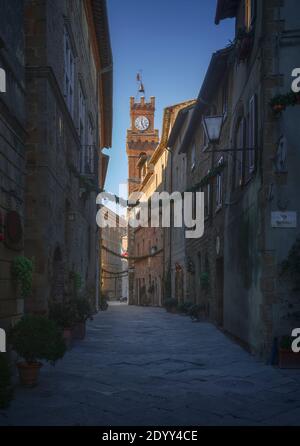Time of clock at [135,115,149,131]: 12:26
